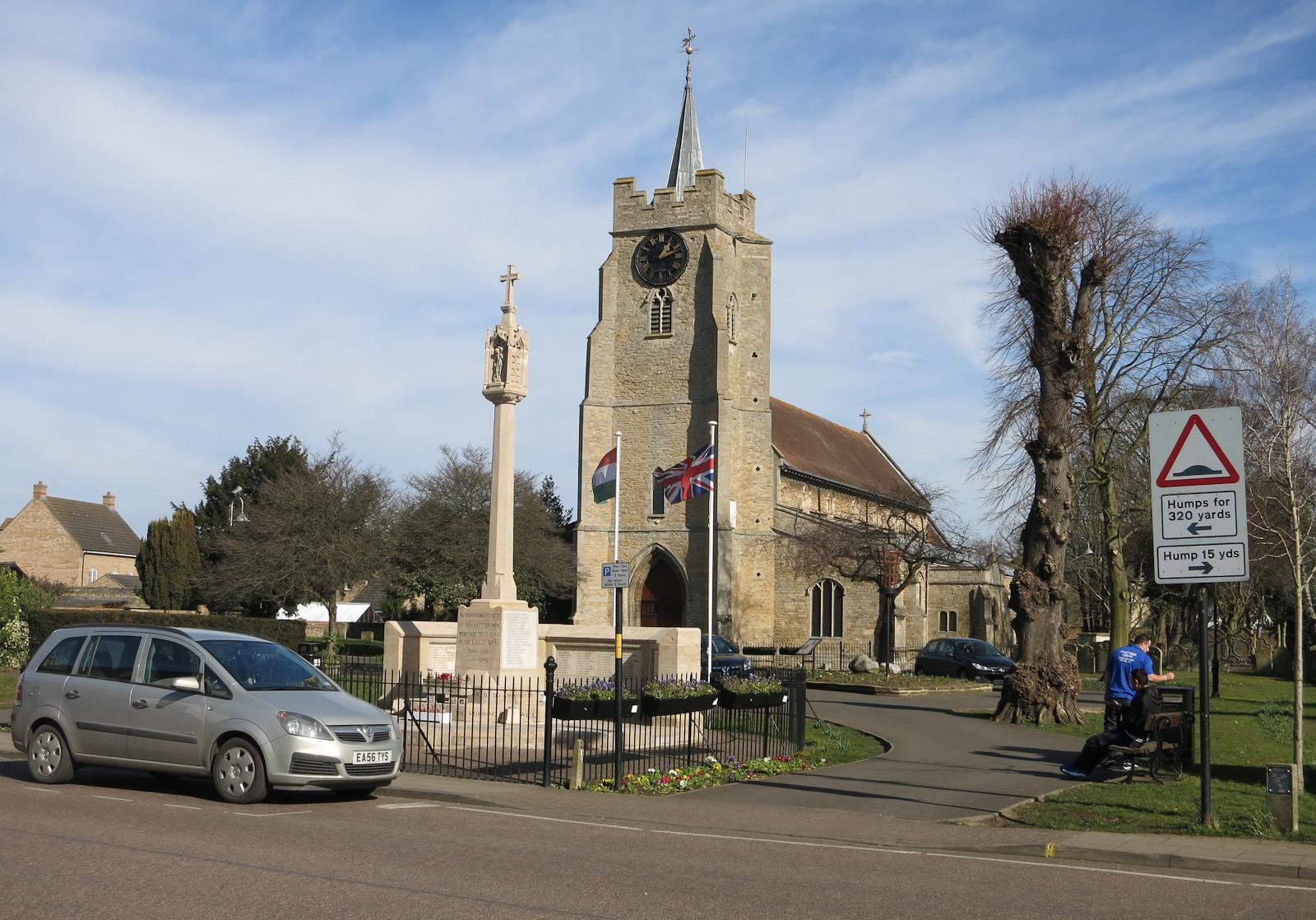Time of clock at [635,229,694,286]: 1:11
